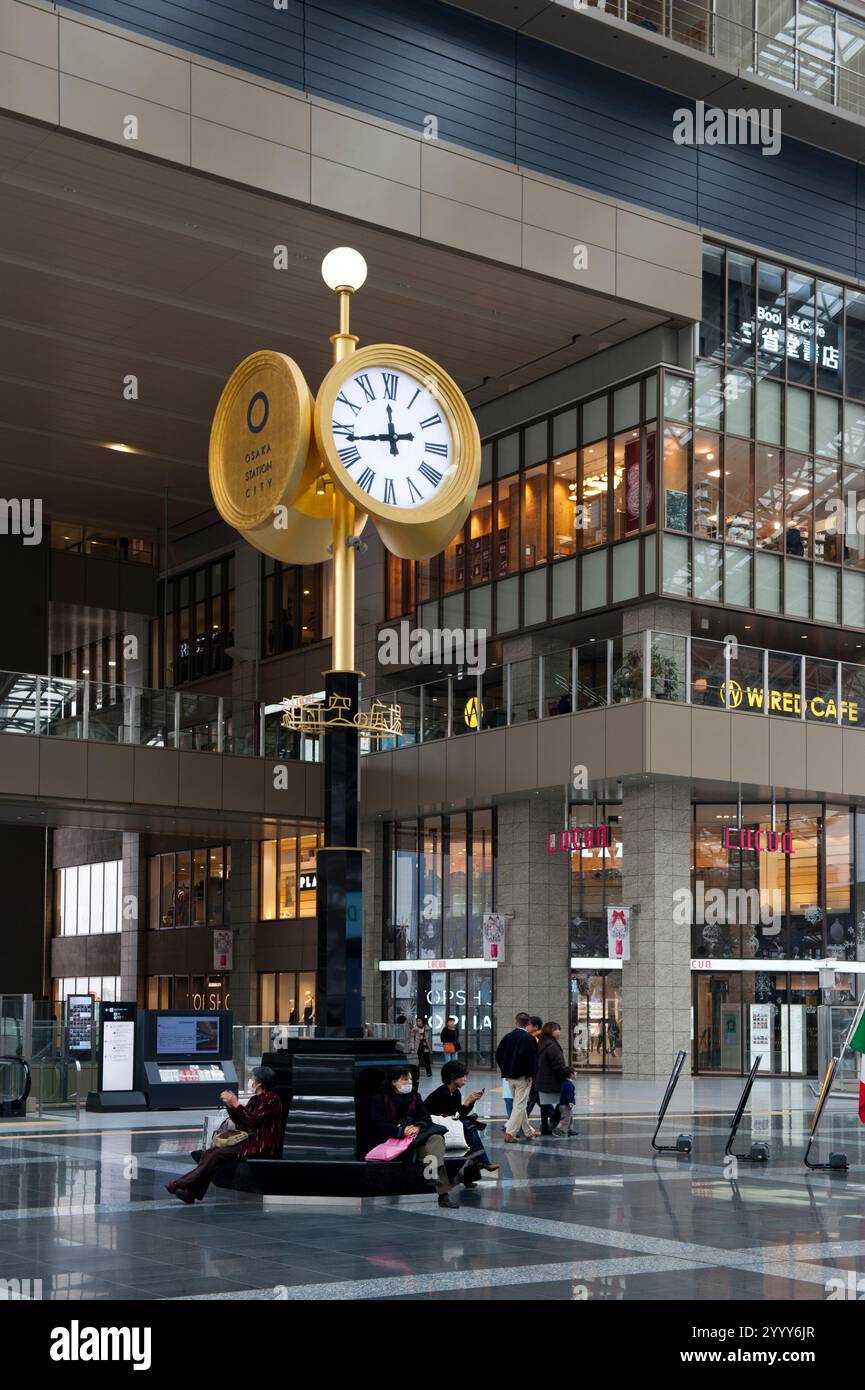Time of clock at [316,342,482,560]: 11:43
